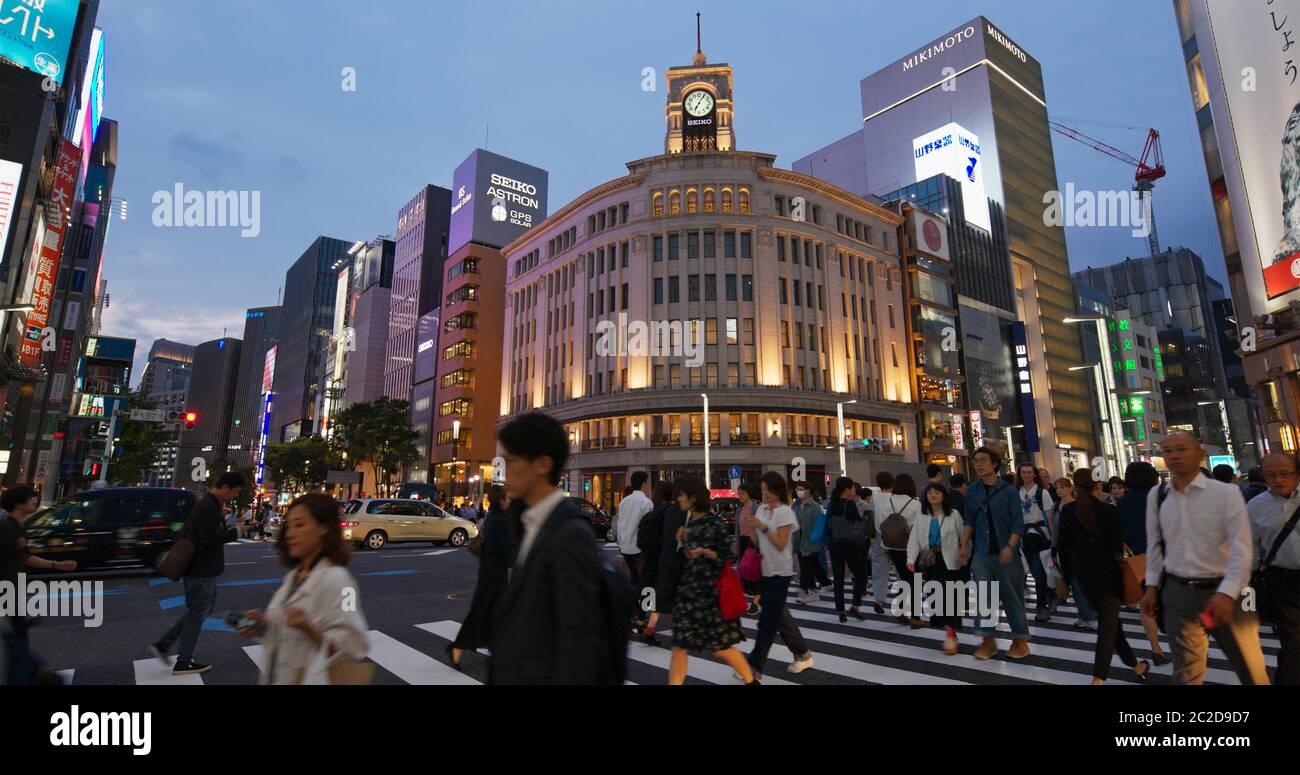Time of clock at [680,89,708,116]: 7:05
